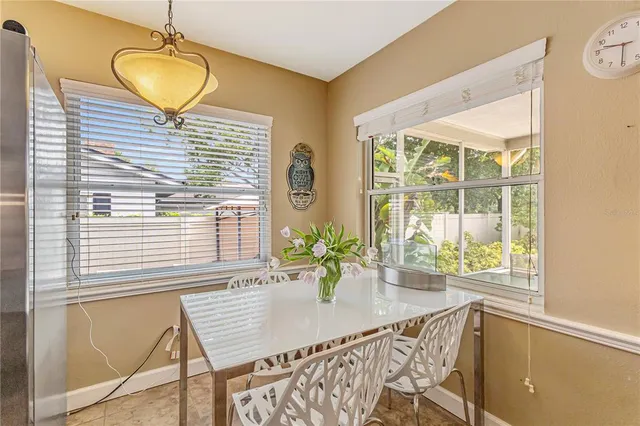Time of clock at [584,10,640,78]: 9:30
